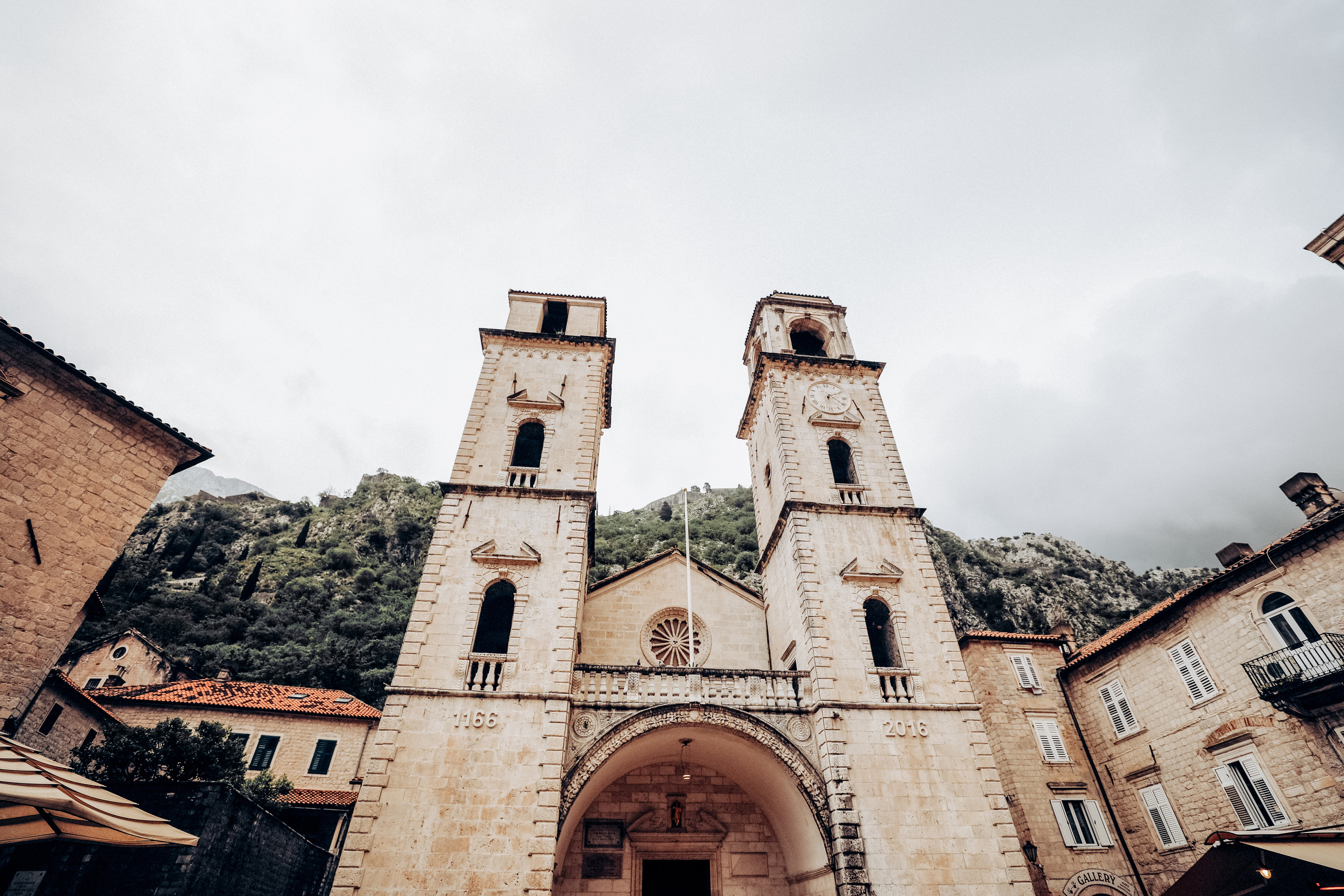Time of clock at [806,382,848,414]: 4:10
